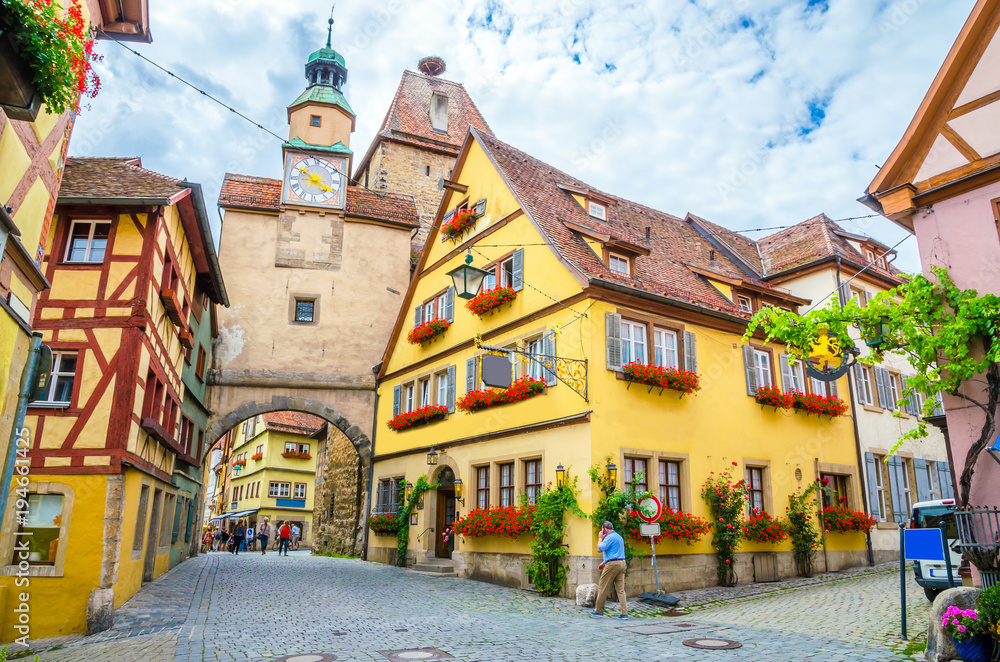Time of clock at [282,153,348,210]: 3:50
